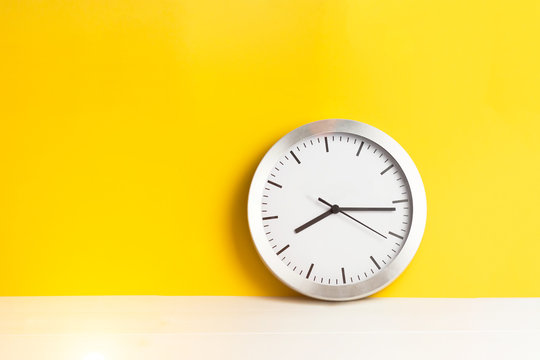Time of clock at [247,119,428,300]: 8:16
